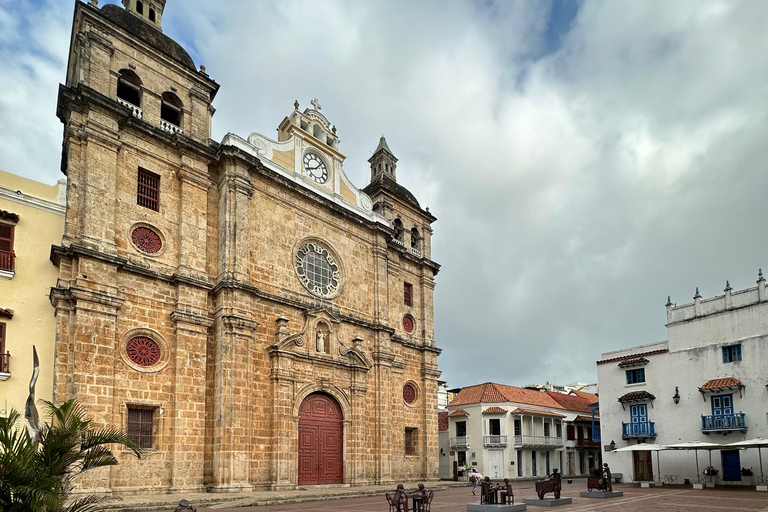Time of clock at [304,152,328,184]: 8:06
